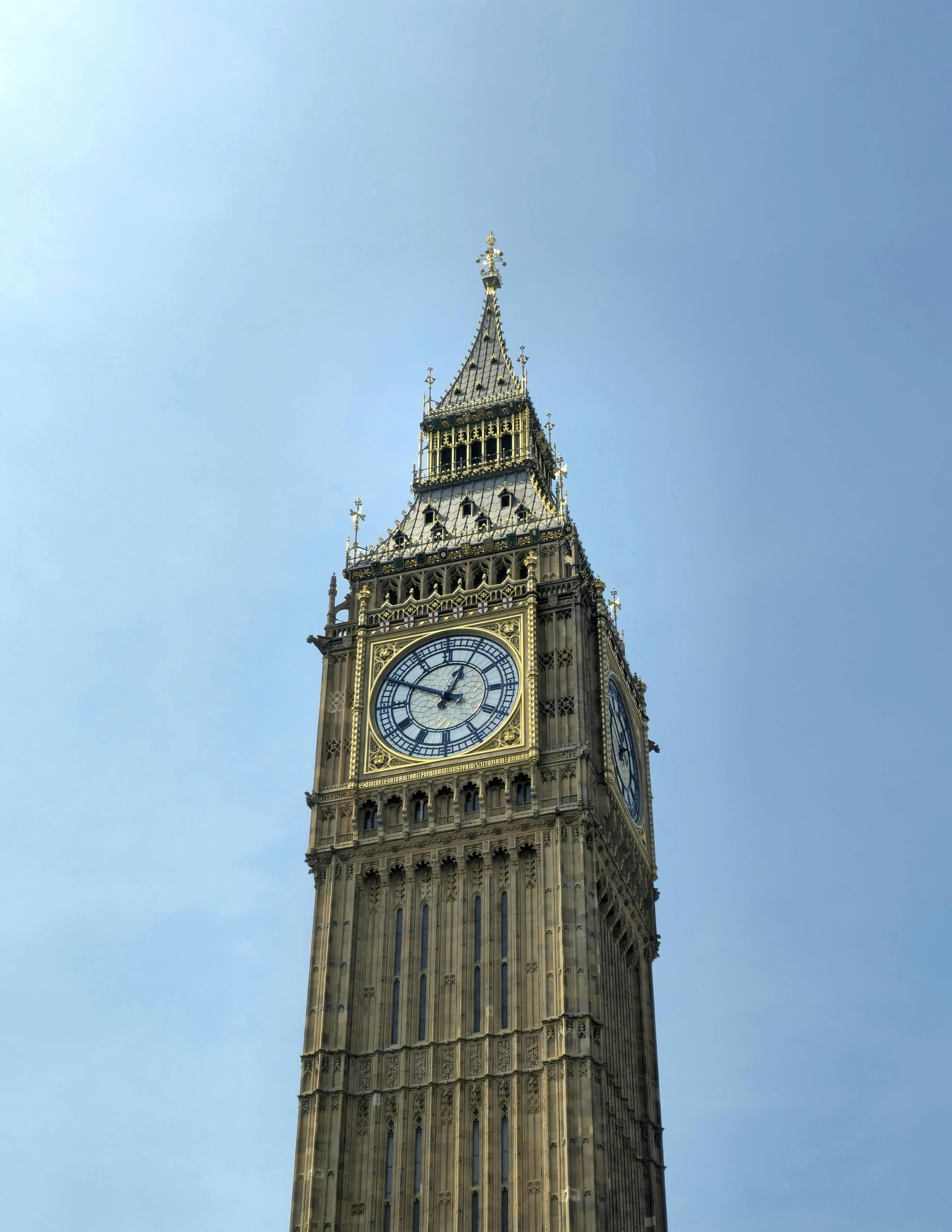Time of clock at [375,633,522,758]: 12:49
